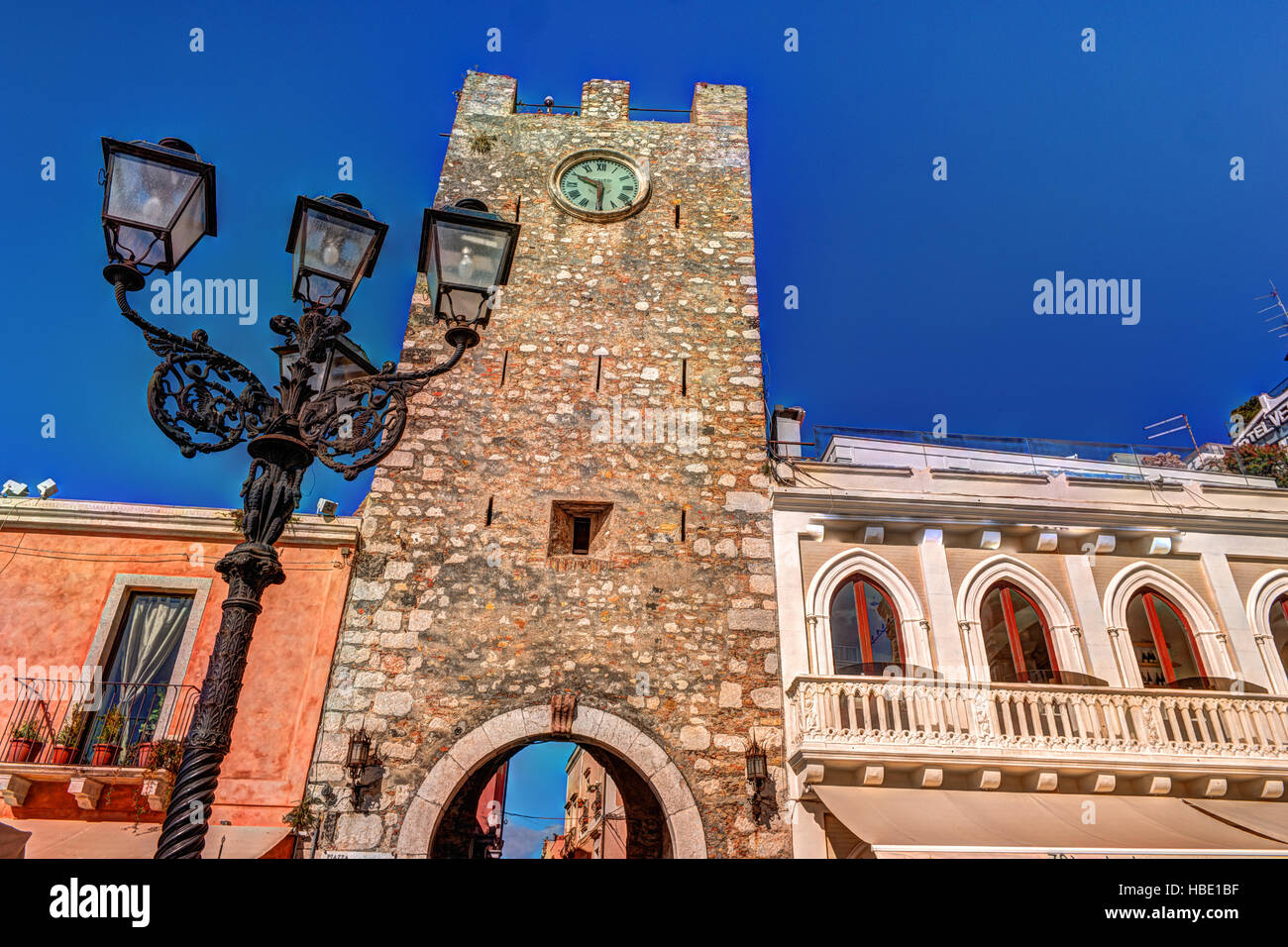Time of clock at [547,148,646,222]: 5:49
